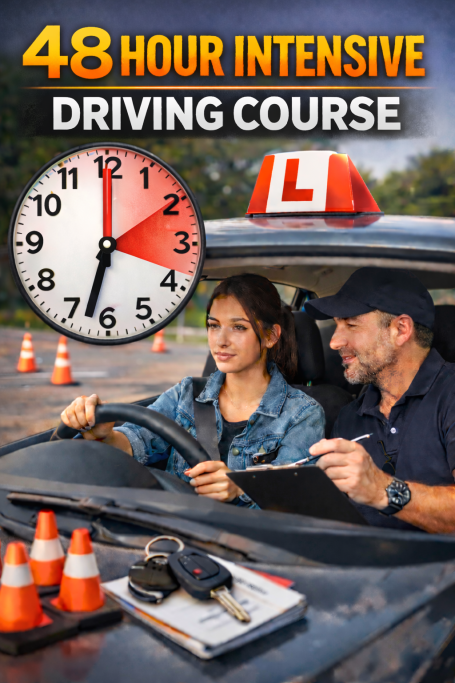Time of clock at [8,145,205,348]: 6:32
